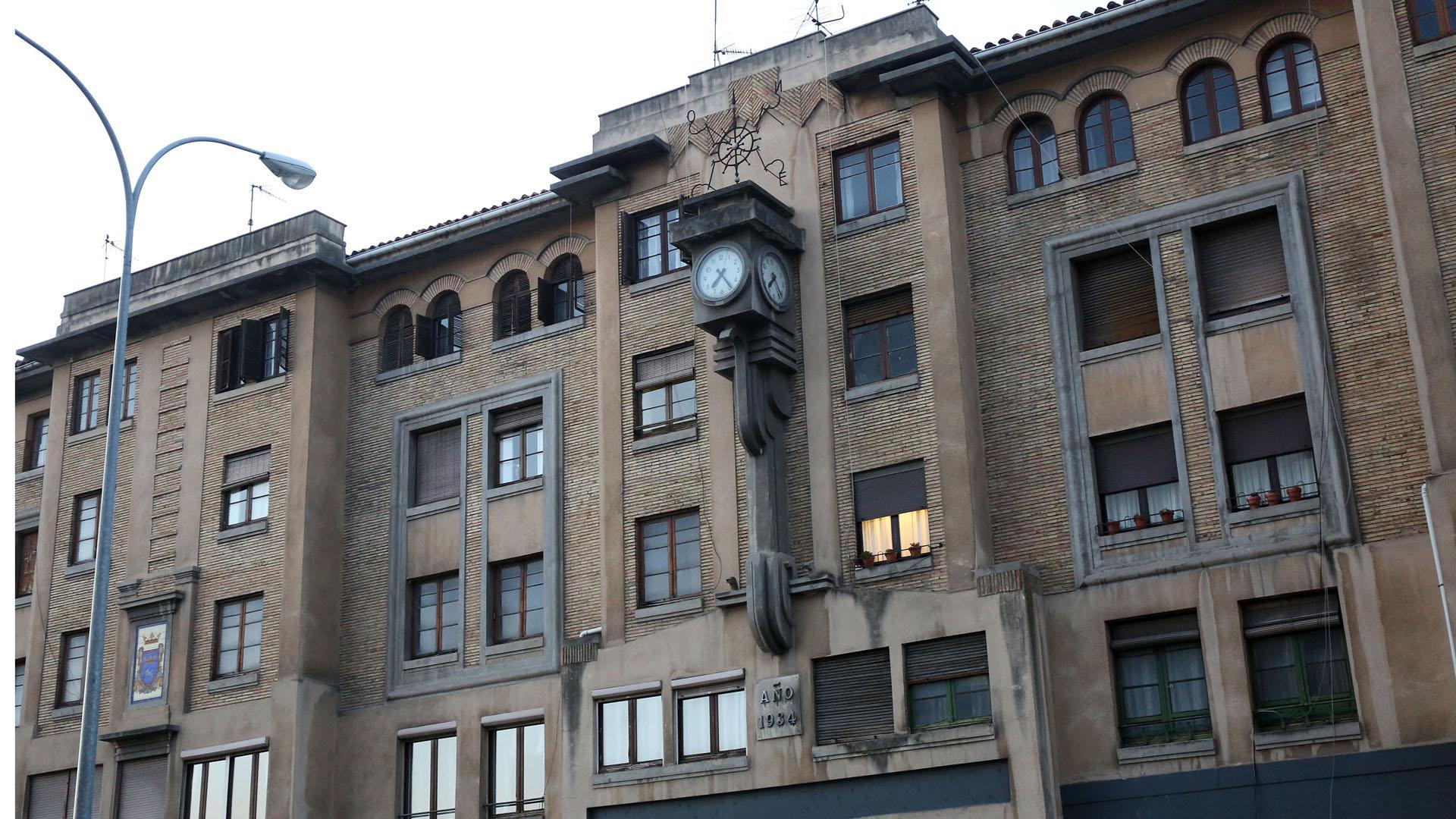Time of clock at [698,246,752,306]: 7:24
